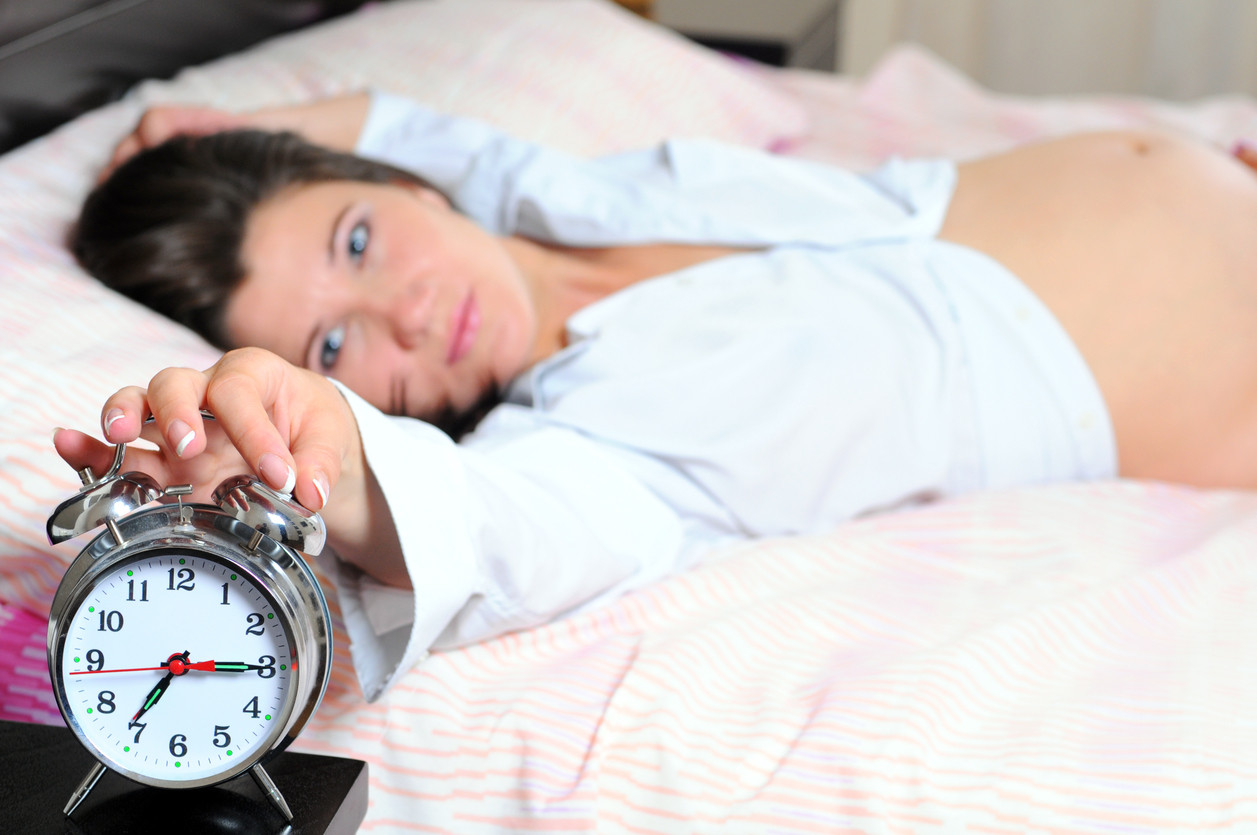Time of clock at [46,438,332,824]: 7:15
